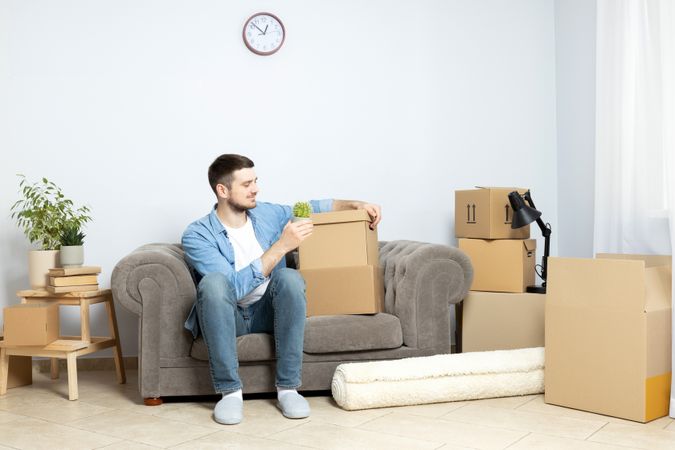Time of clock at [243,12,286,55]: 12:52
